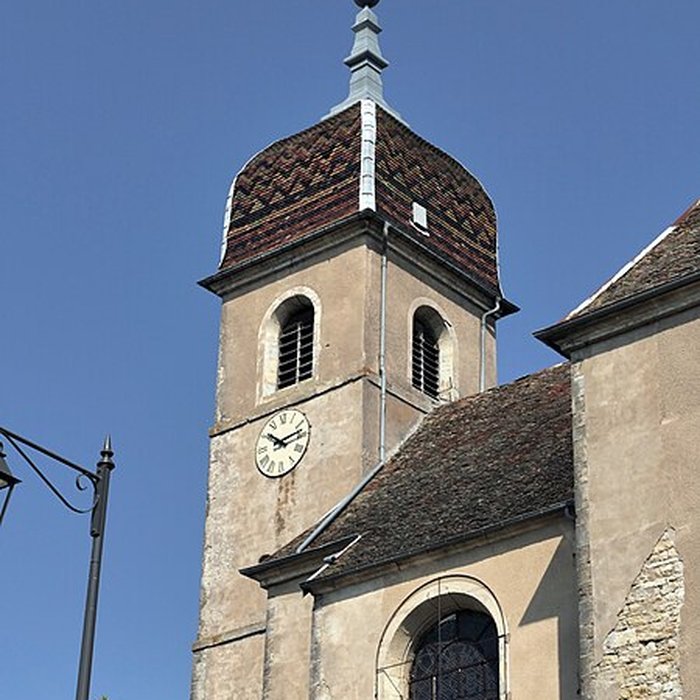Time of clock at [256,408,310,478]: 10:13
